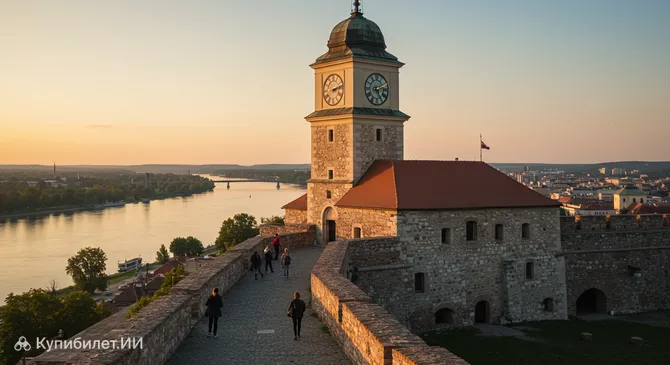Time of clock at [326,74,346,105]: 2:12
